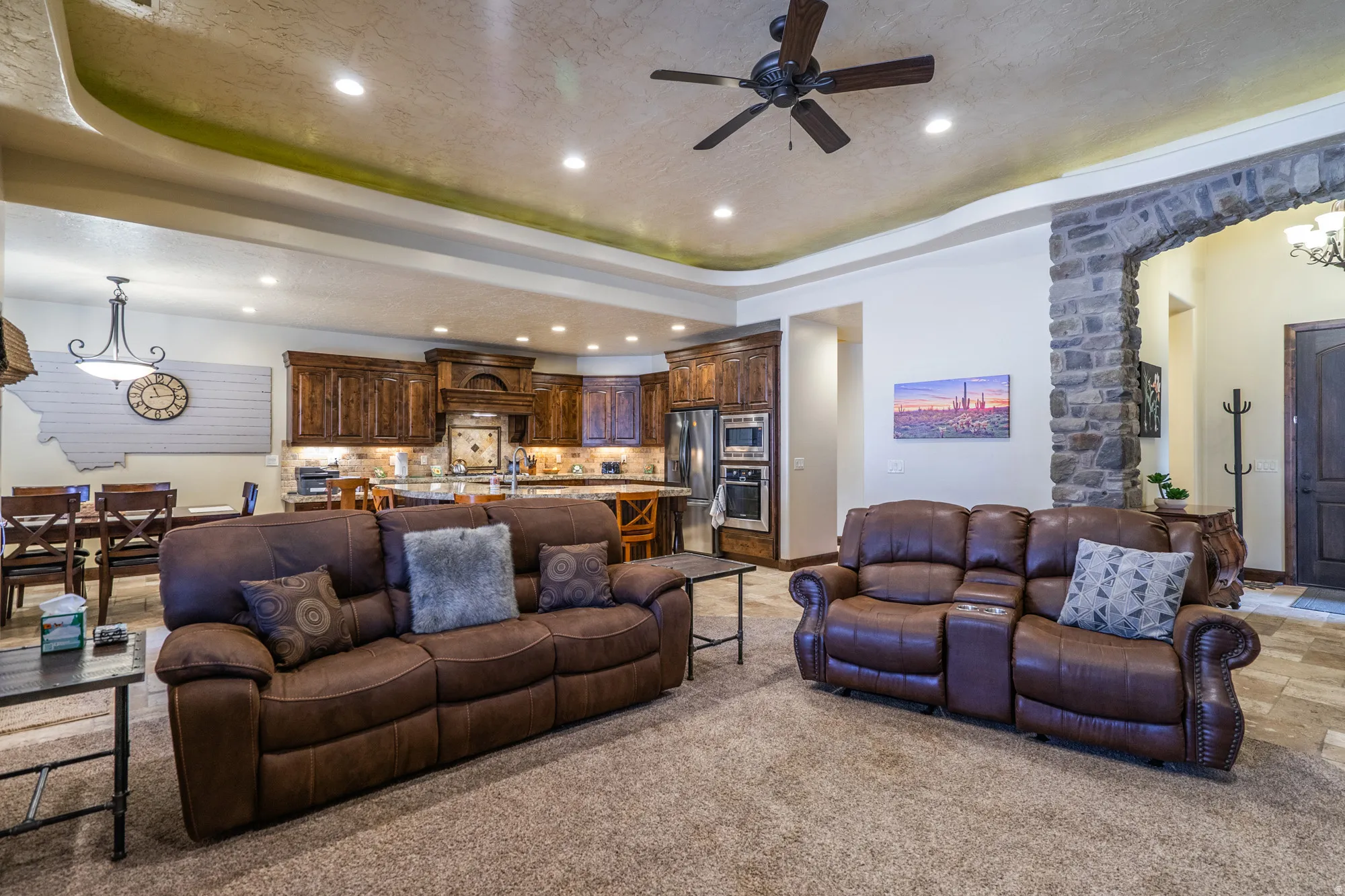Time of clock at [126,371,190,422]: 11:13
